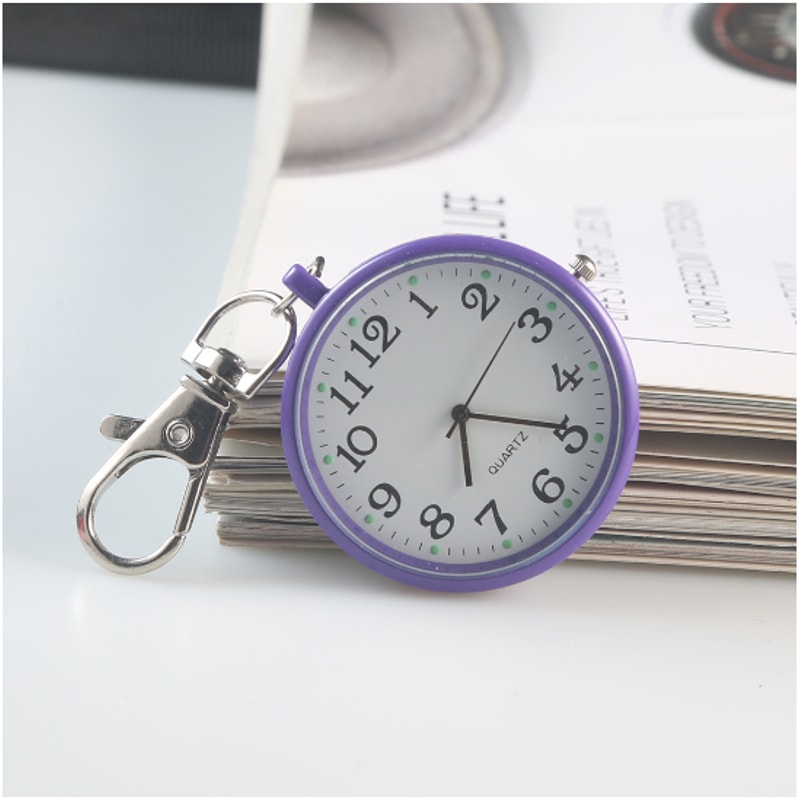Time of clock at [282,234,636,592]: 6:19
